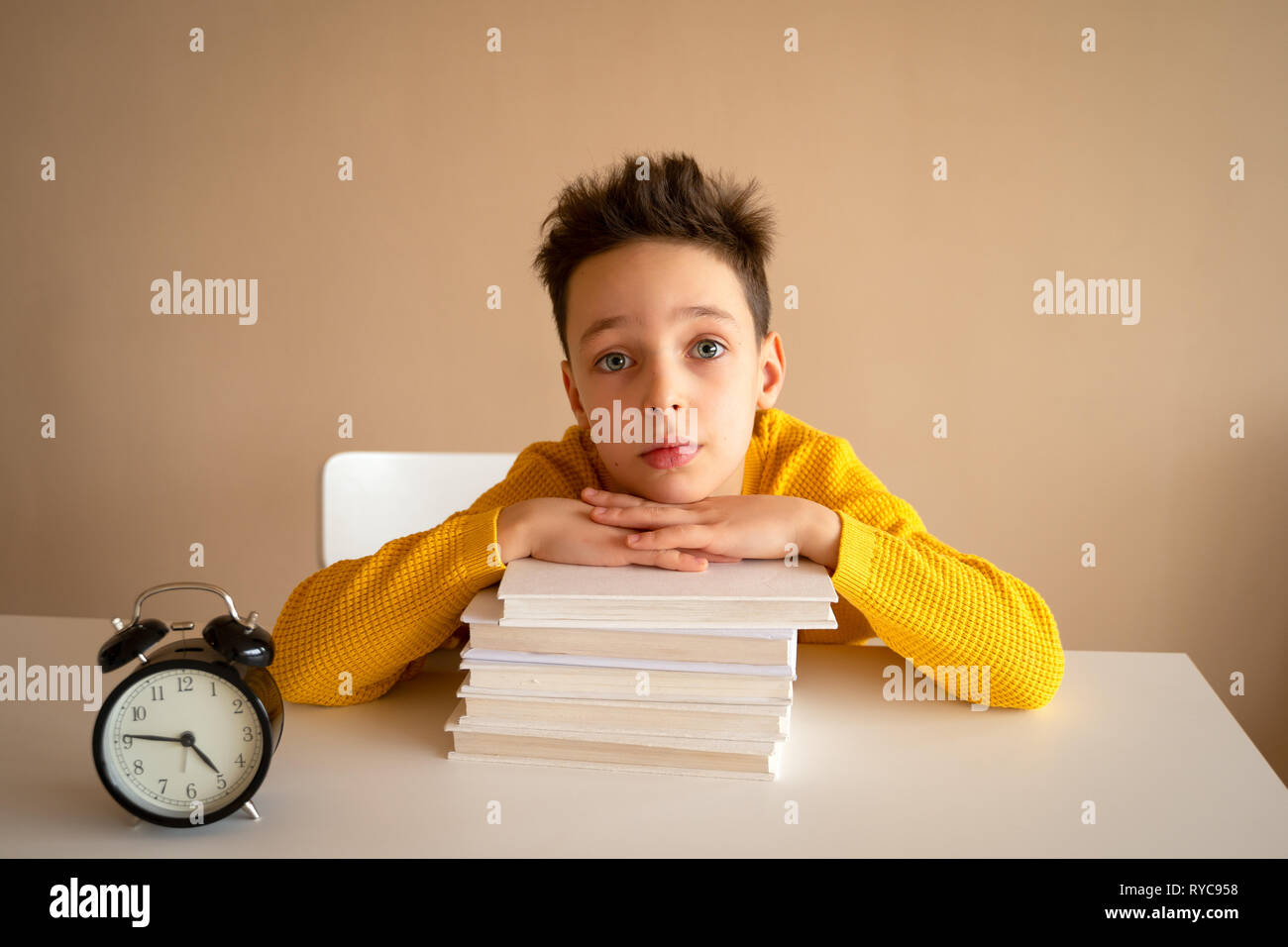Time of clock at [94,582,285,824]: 4:46
